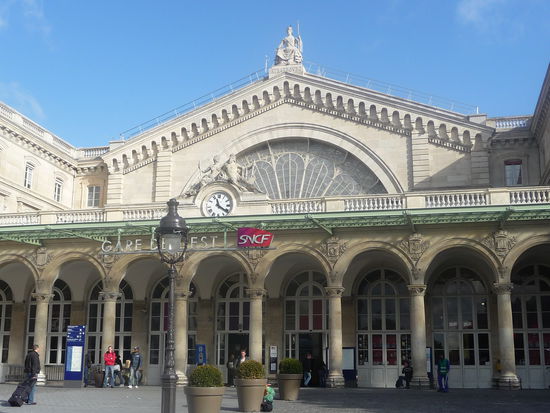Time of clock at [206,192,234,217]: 11:21
